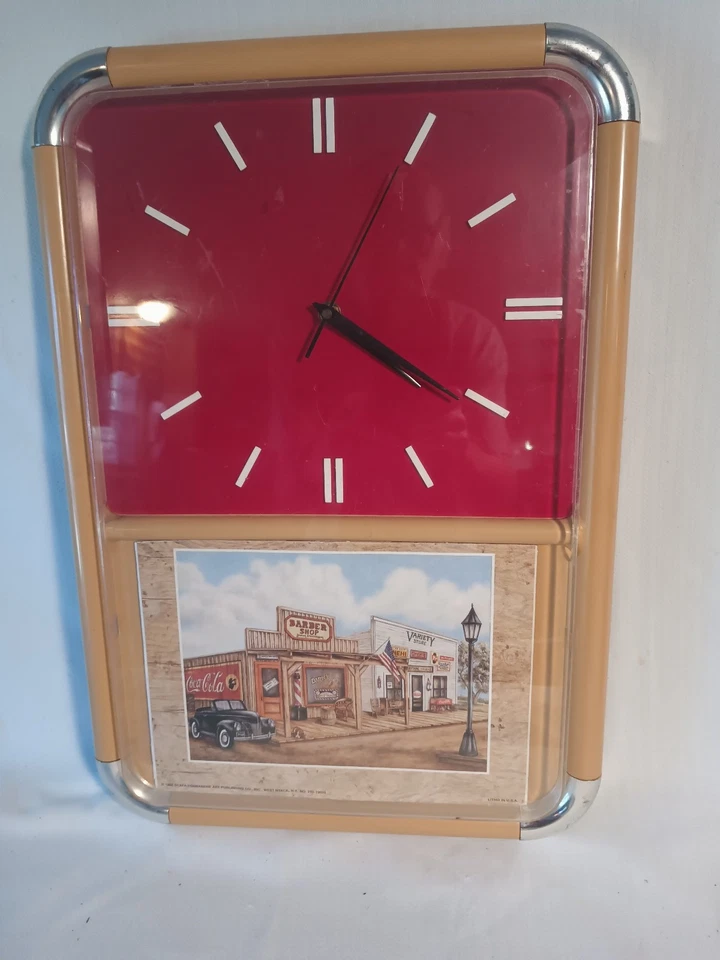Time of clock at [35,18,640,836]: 4:20
